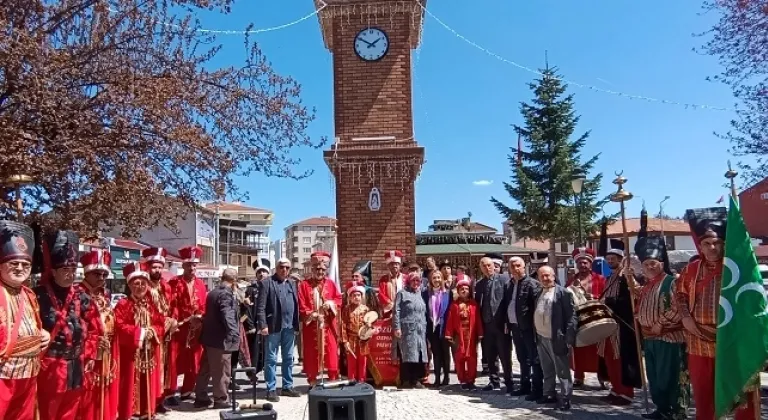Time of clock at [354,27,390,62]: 1:50
